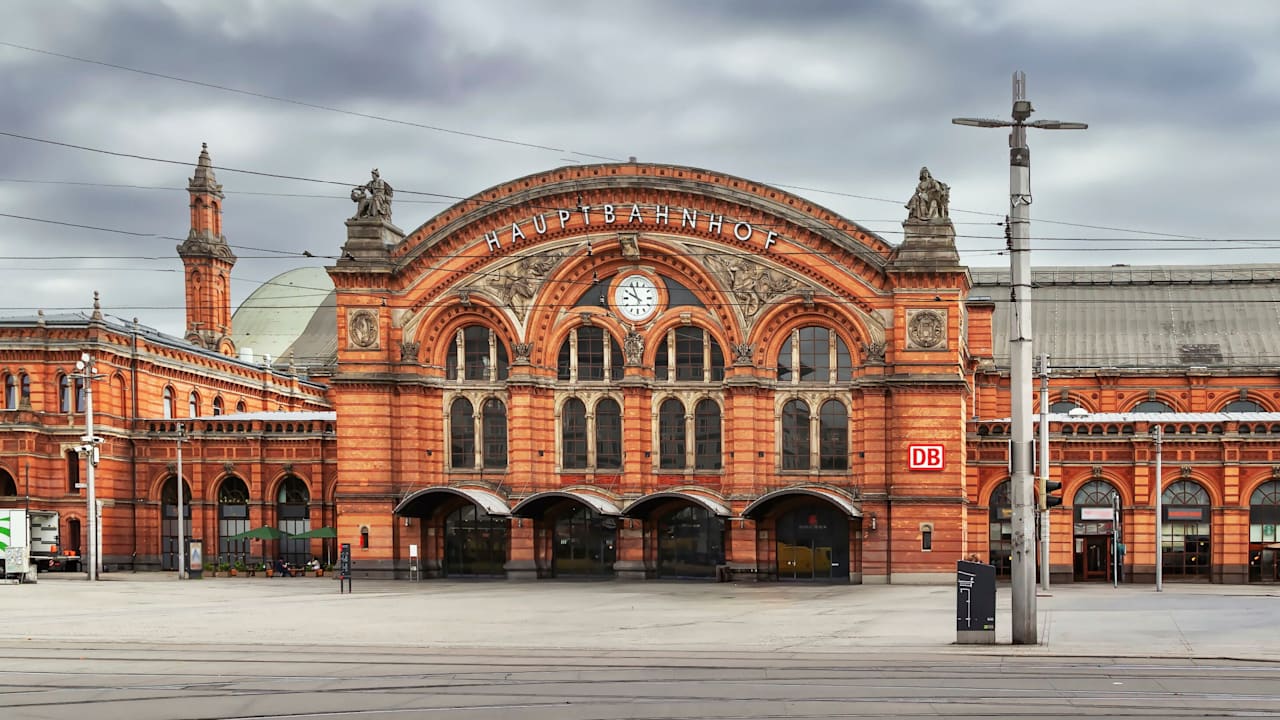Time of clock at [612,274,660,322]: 9:56
